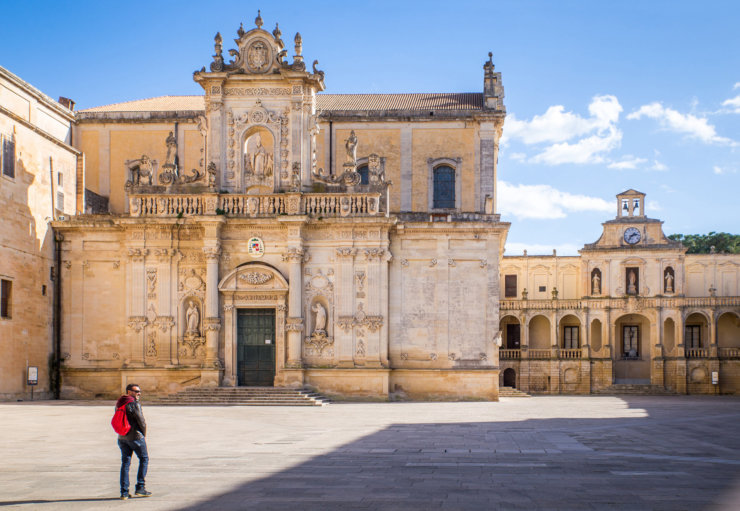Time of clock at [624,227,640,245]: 2:36
